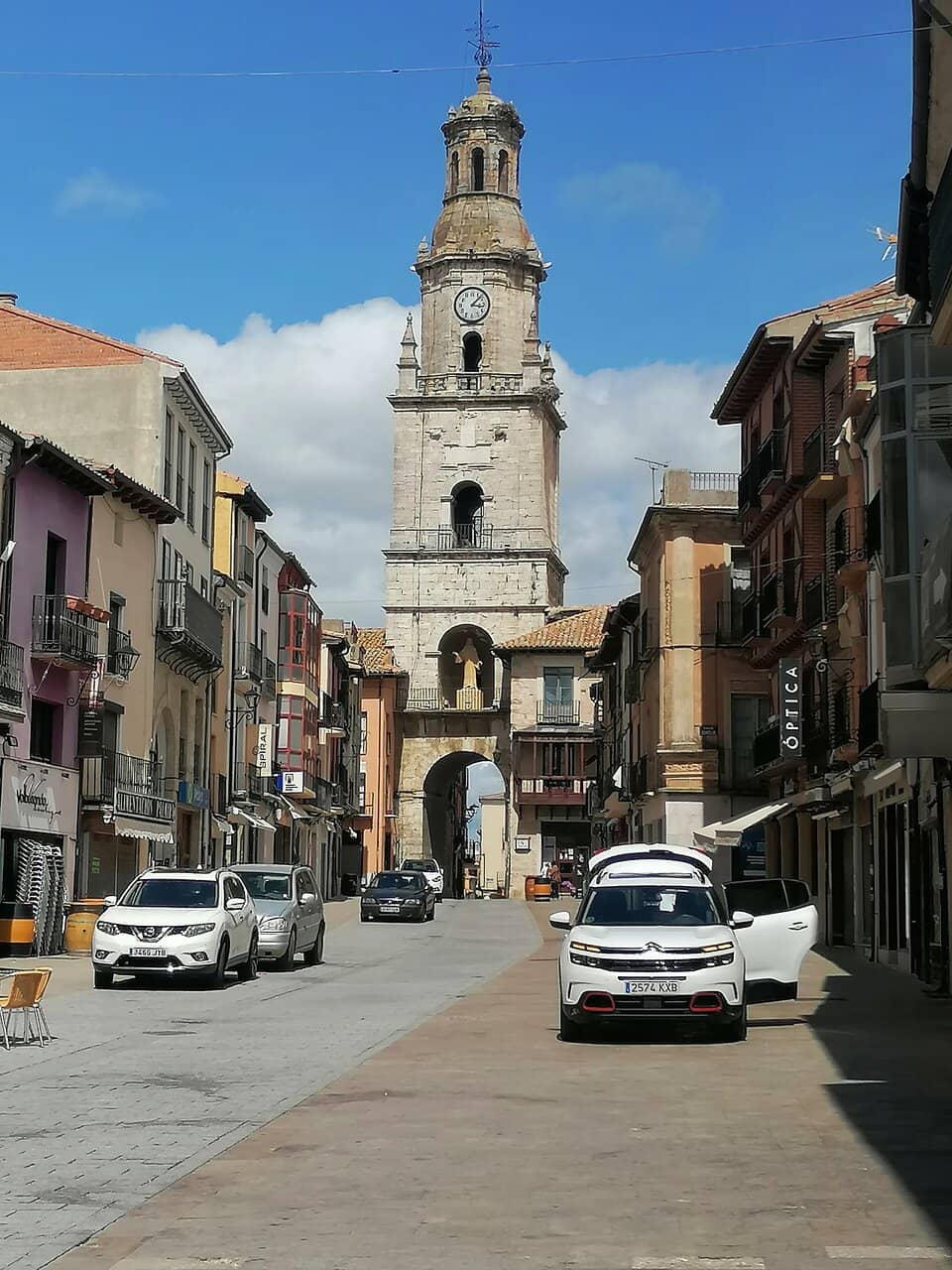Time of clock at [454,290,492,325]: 3:07
